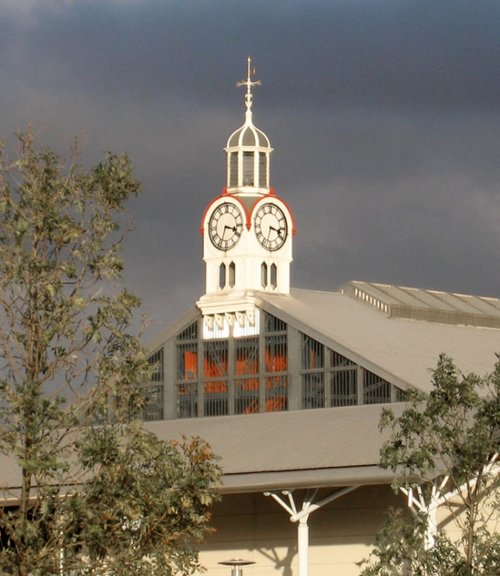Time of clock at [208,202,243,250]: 3:33
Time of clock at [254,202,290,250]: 3:32
